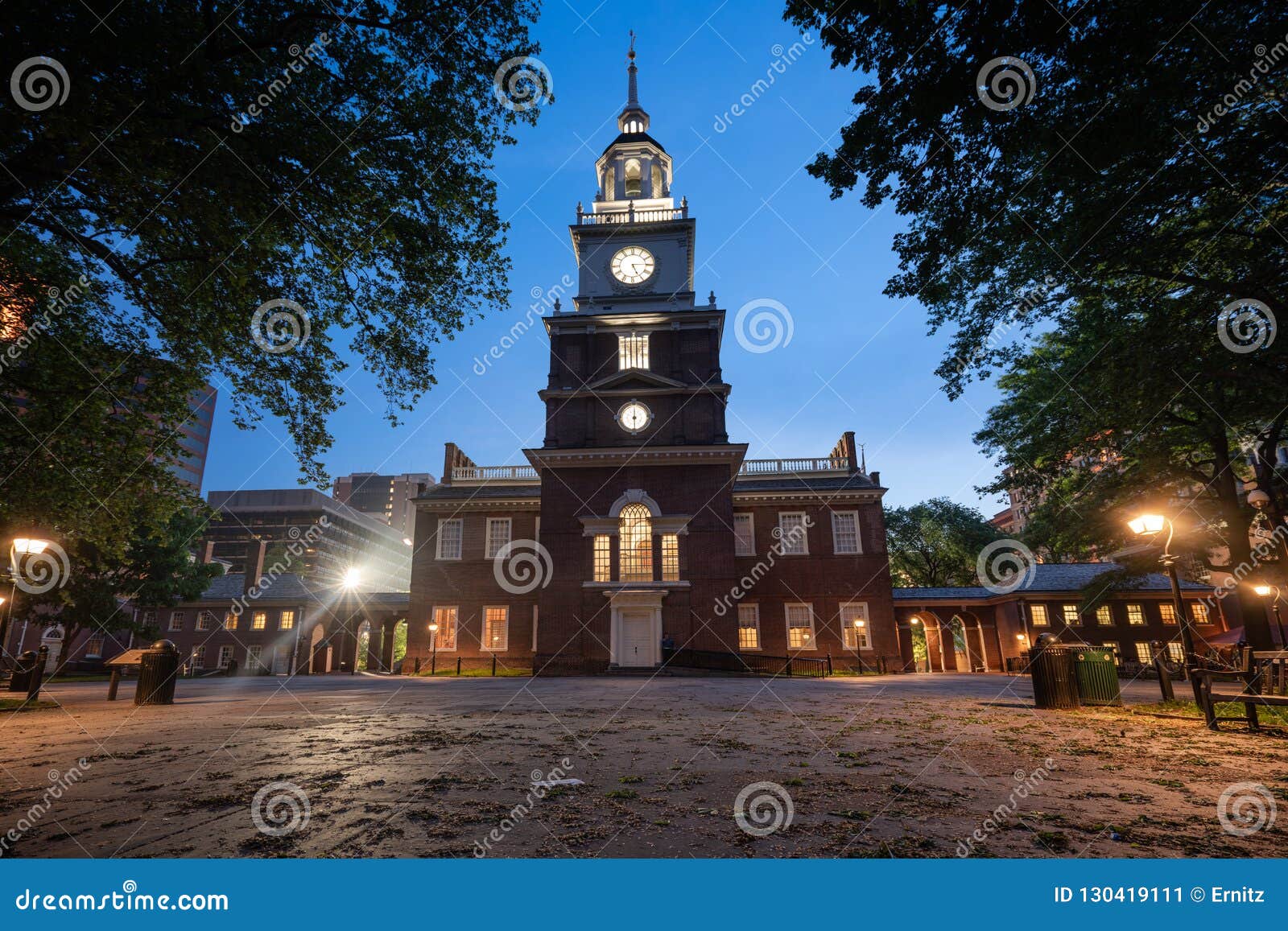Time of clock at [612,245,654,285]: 5:14
